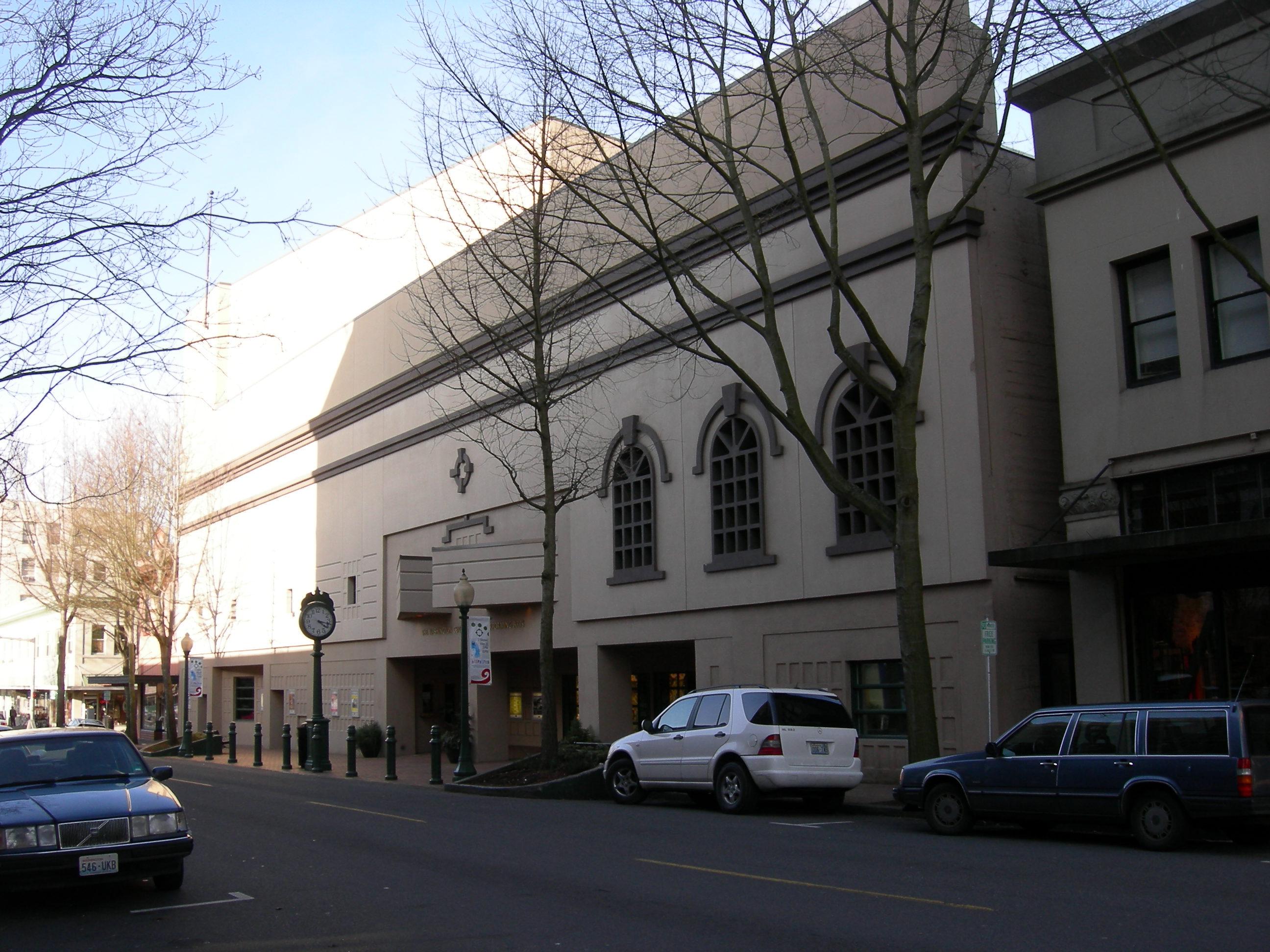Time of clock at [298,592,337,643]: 4:17
